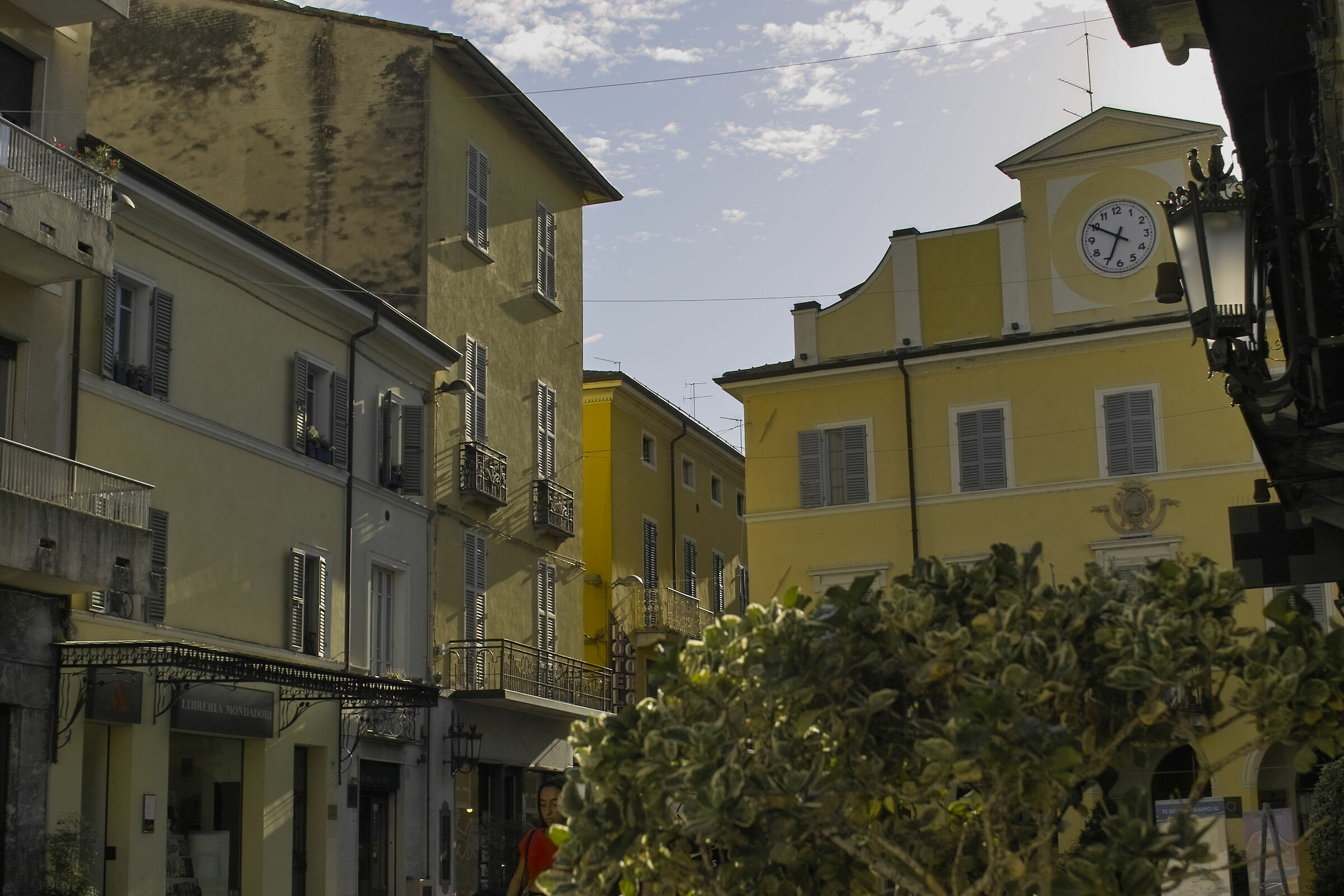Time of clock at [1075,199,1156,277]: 6:49
